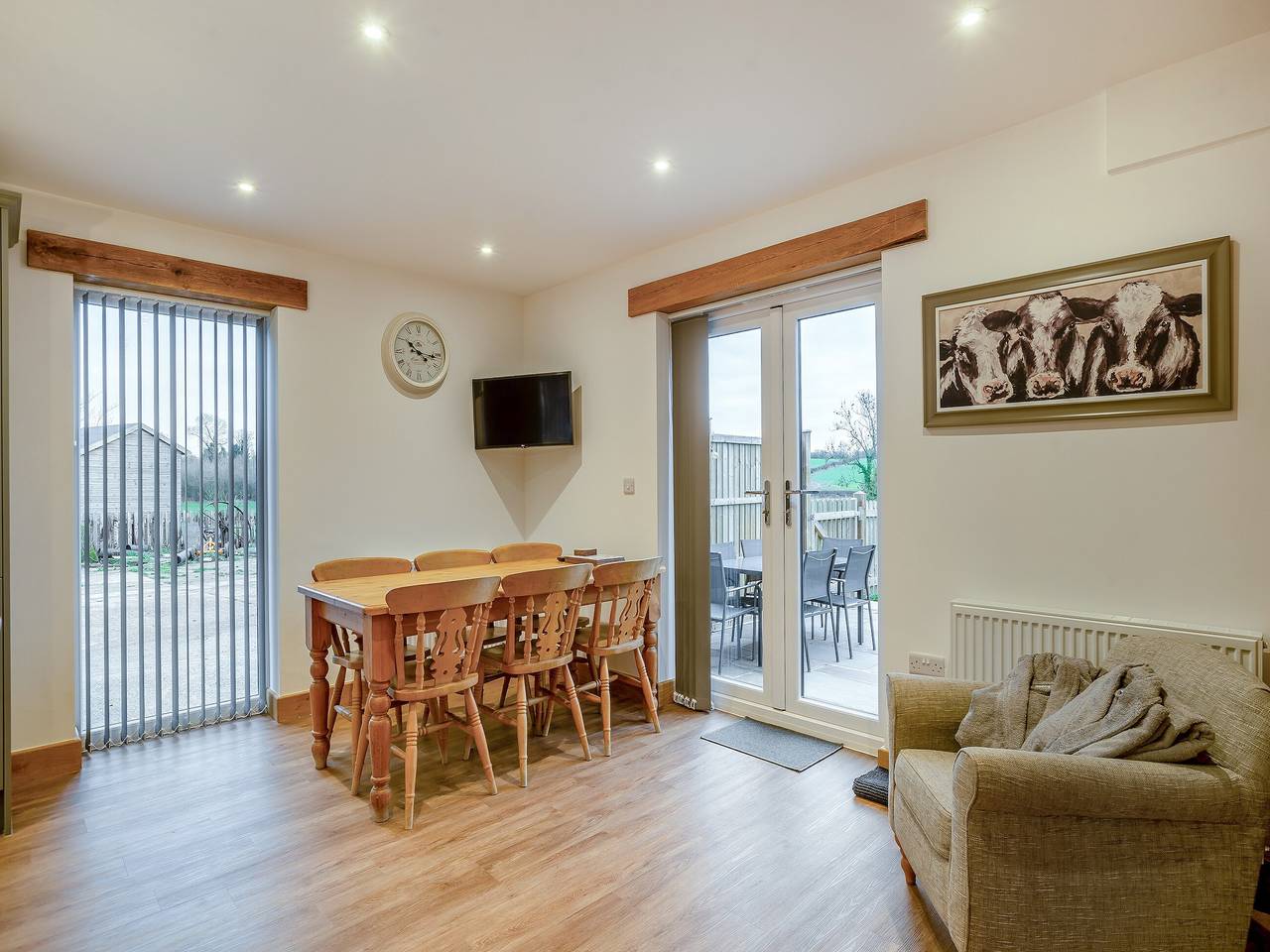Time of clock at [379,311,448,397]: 10:16
